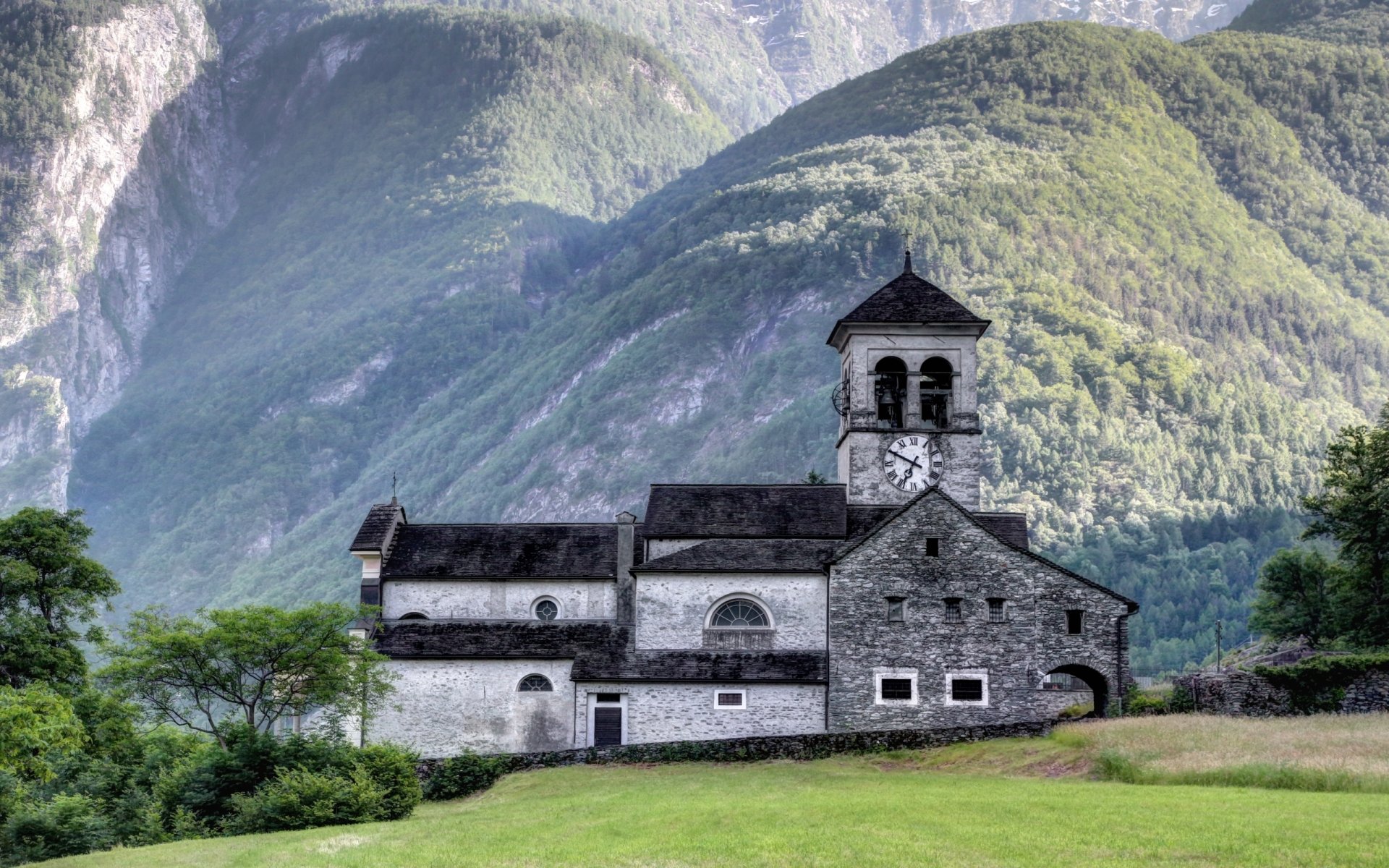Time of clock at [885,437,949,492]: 6:49
